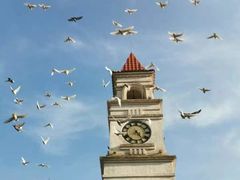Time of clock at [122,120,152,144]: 7:24
